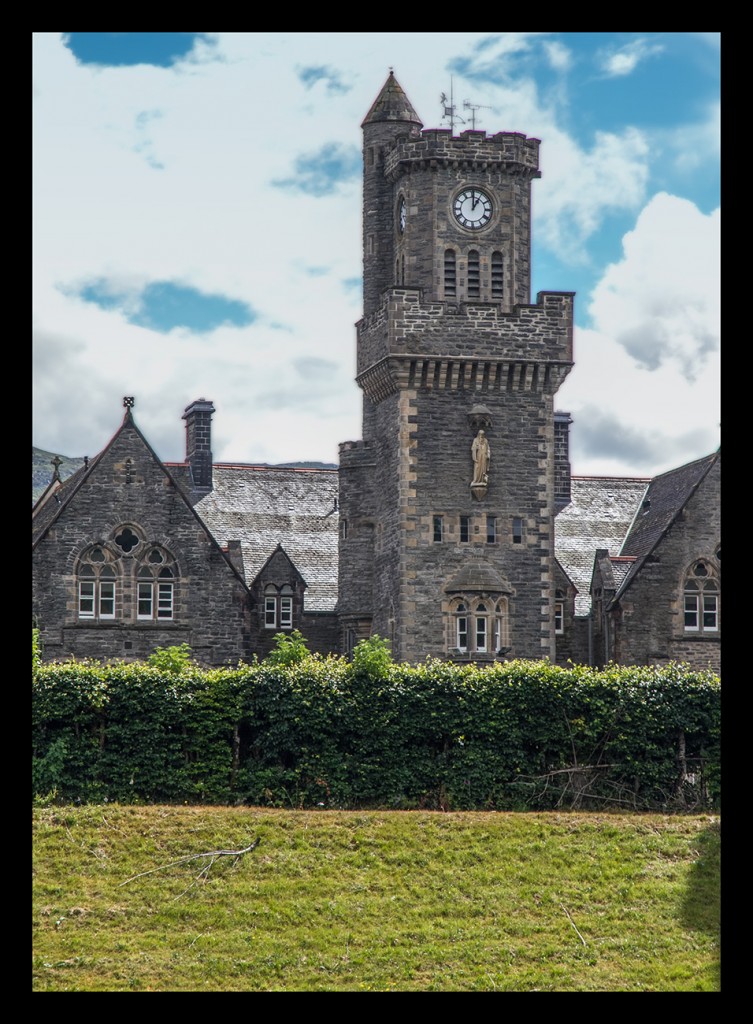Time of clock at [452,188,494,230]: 1:00
